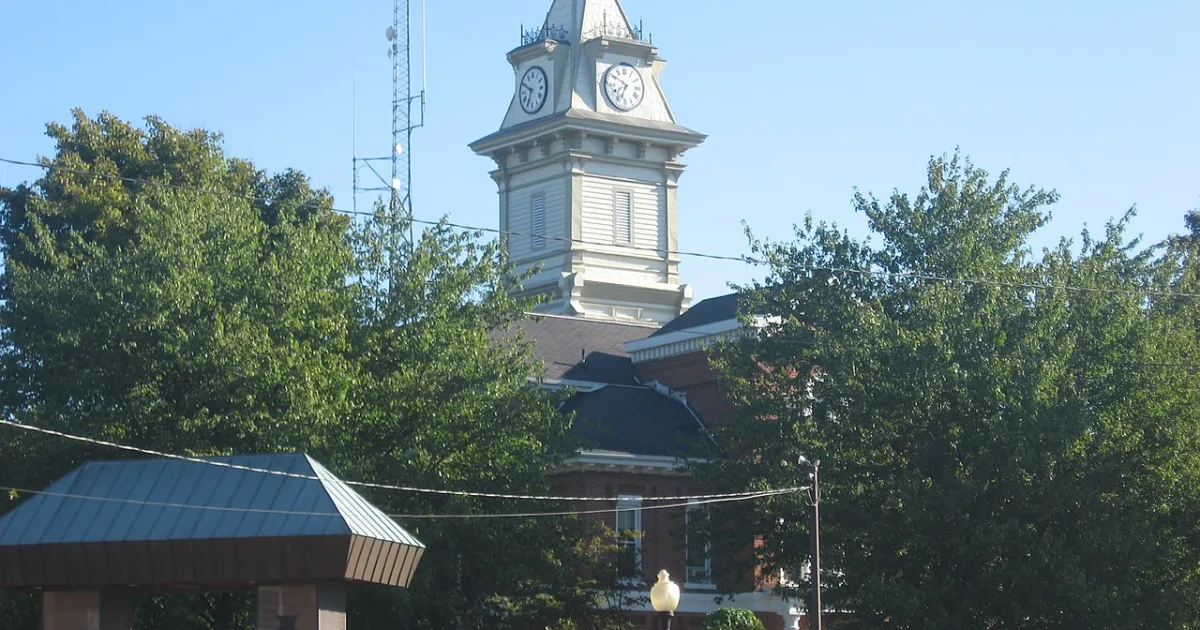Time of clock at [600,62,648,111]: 6:50
